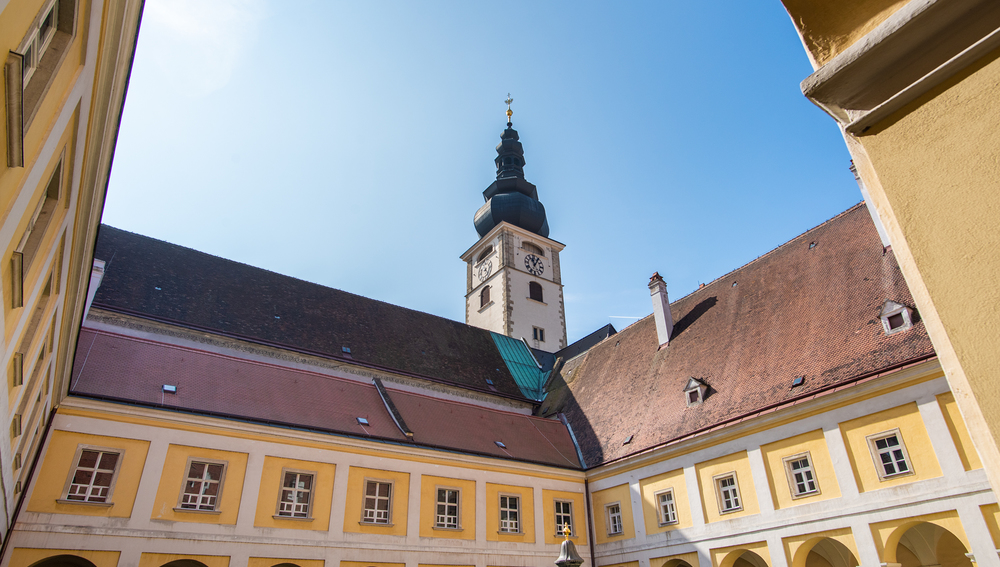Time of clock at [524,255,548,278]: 11:05
